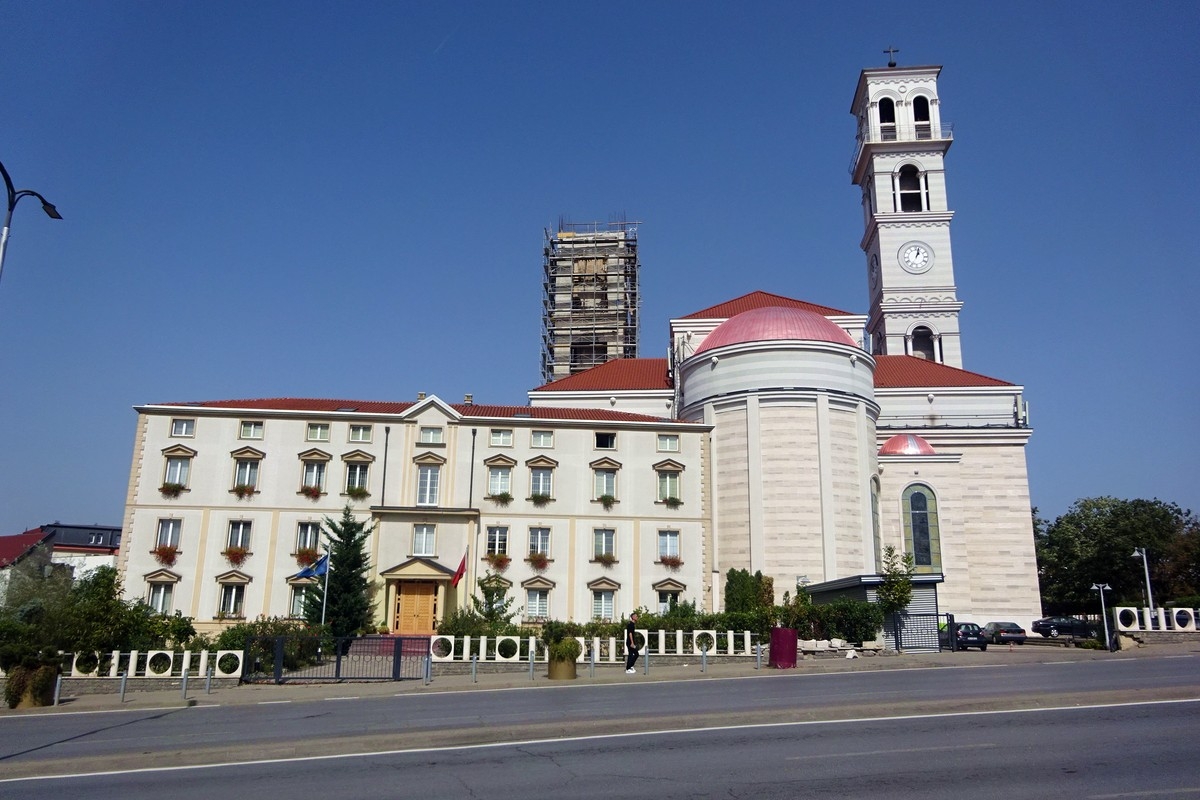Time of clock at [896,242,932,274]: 1:02
